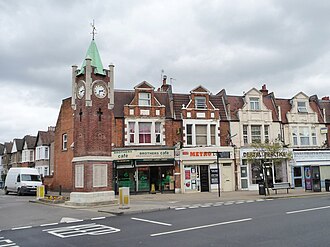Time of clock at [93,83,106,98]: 2:32
